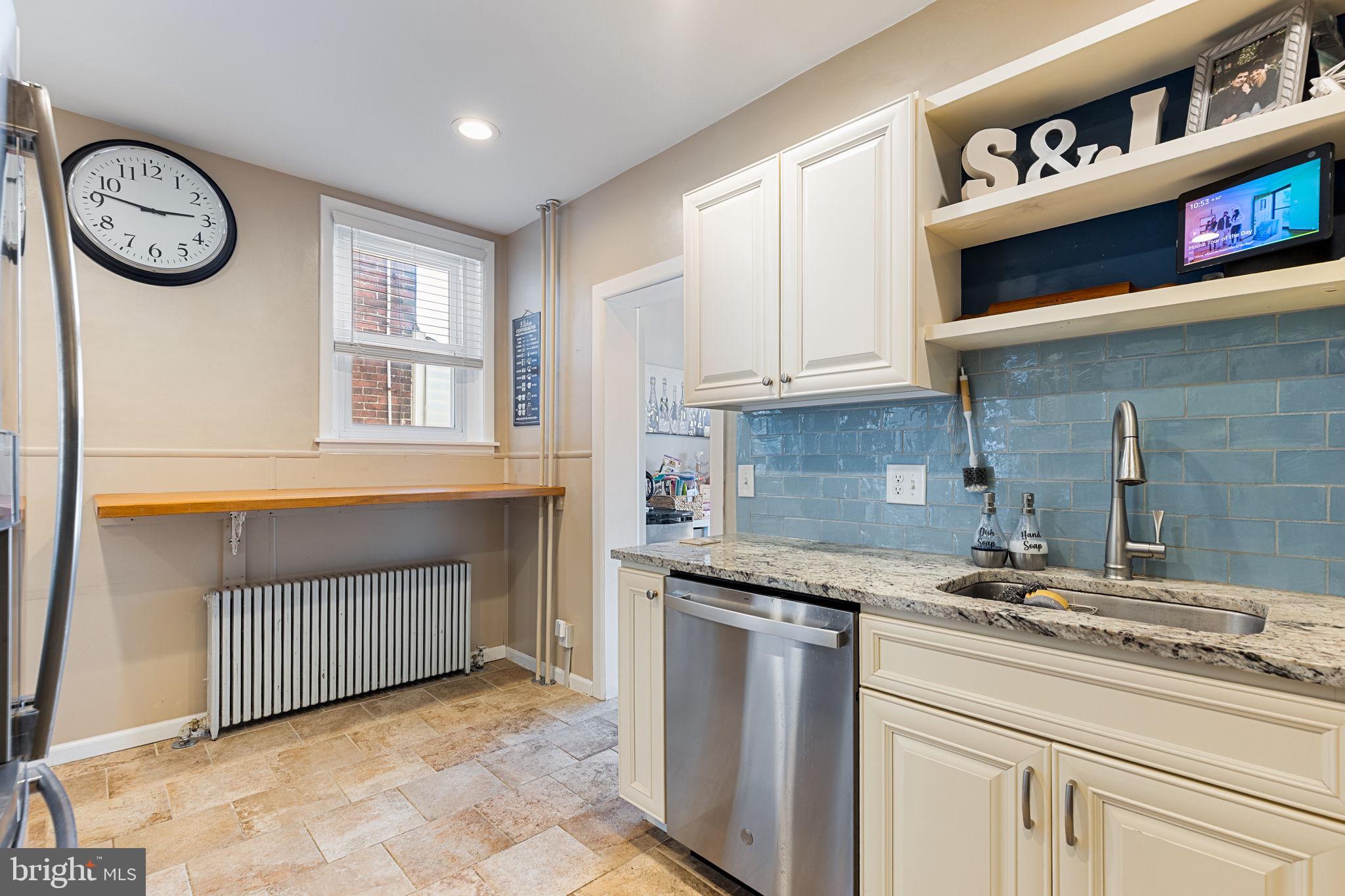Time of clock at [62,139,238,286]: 2:46
